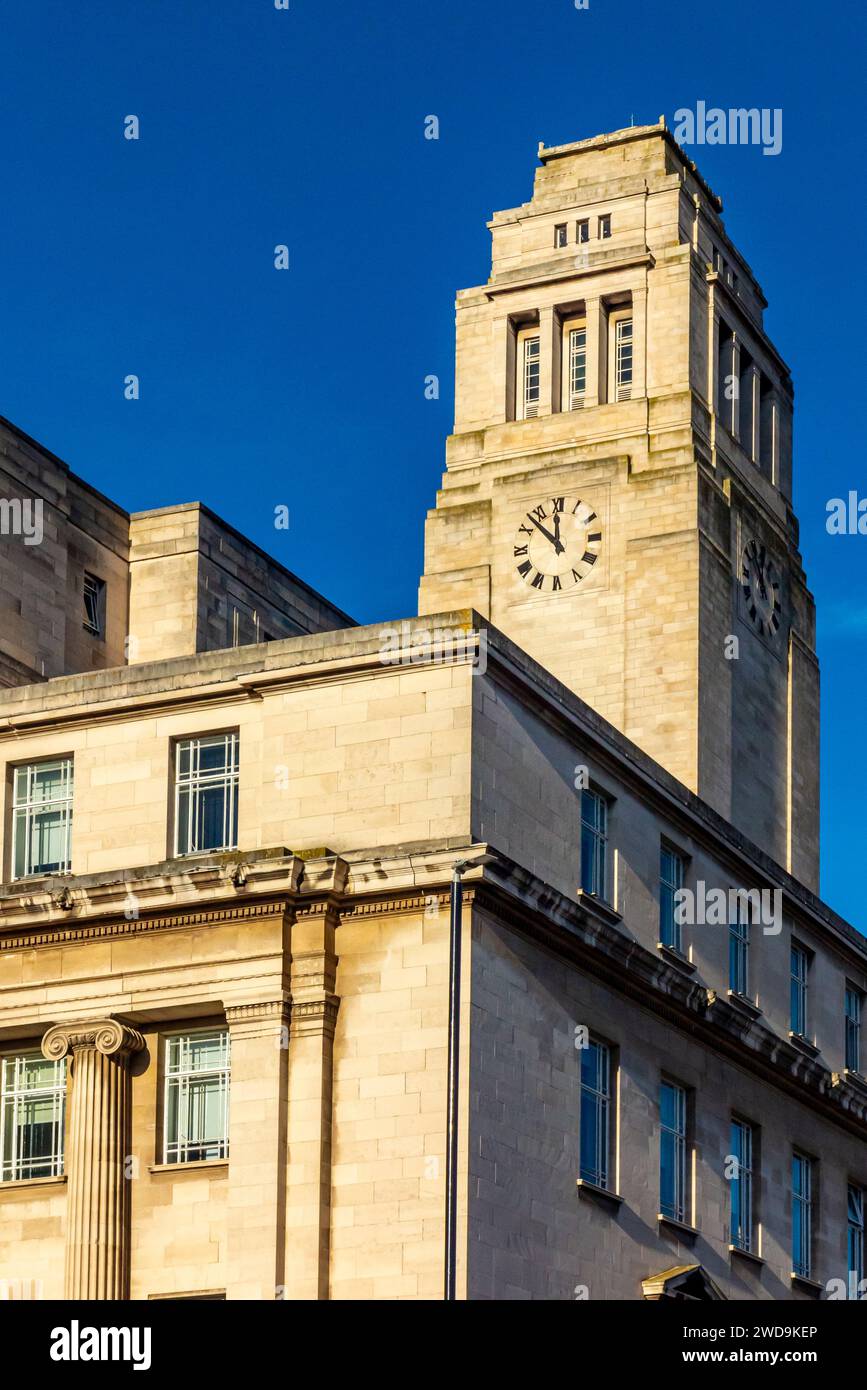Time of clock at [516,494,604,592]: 11:52
